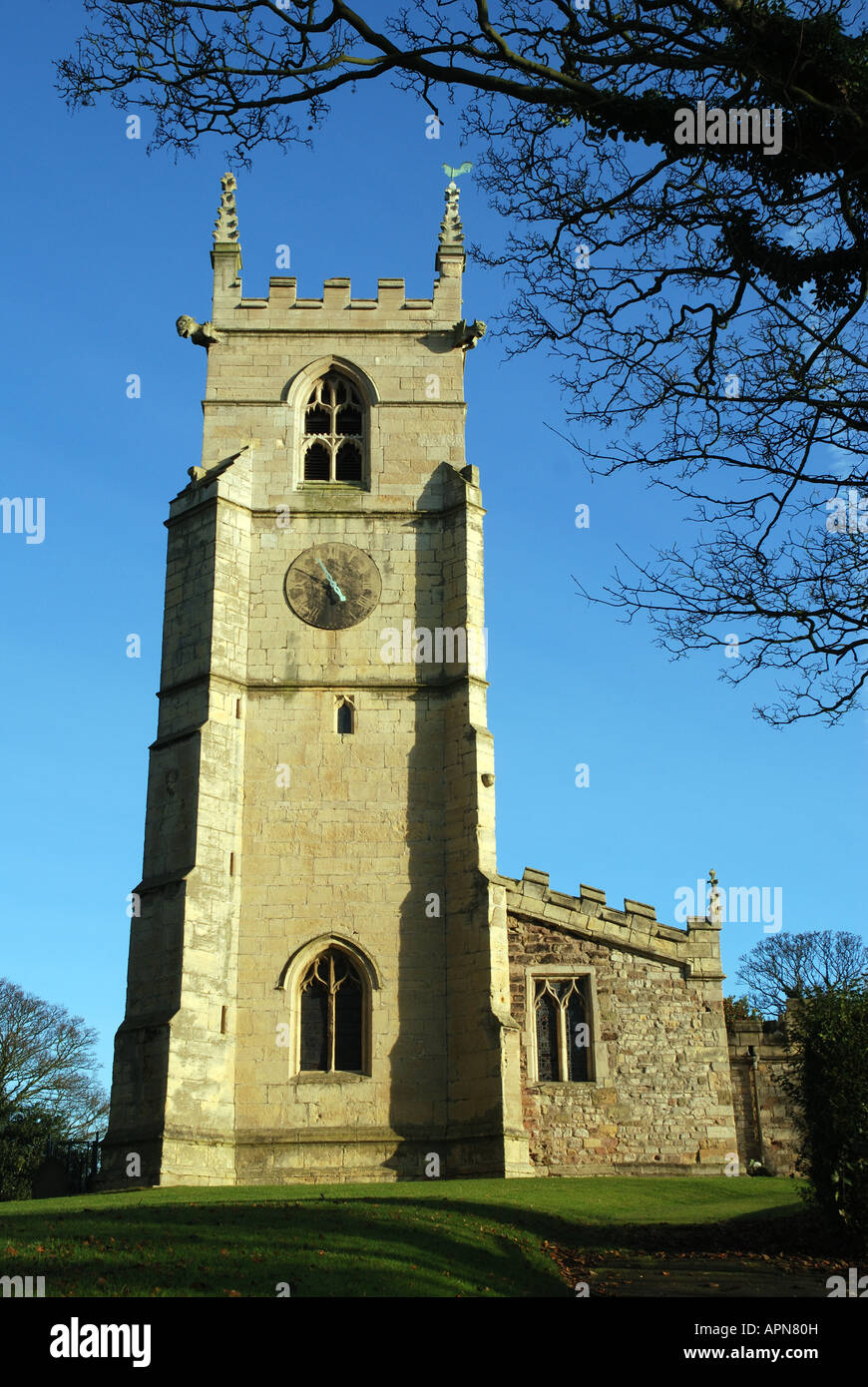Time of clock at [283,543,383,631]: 4:49
